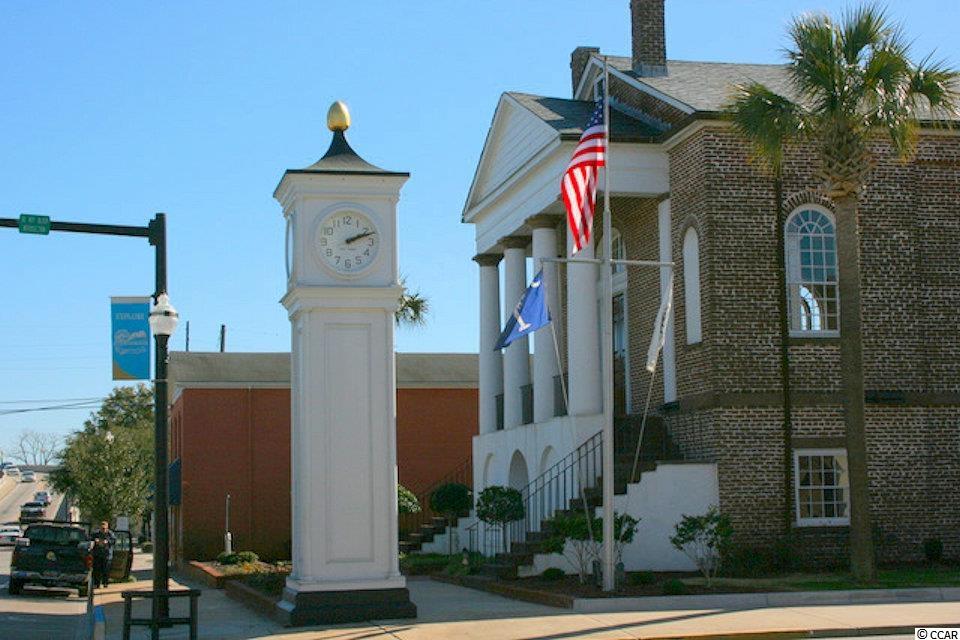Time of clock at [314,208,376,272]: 2:11
